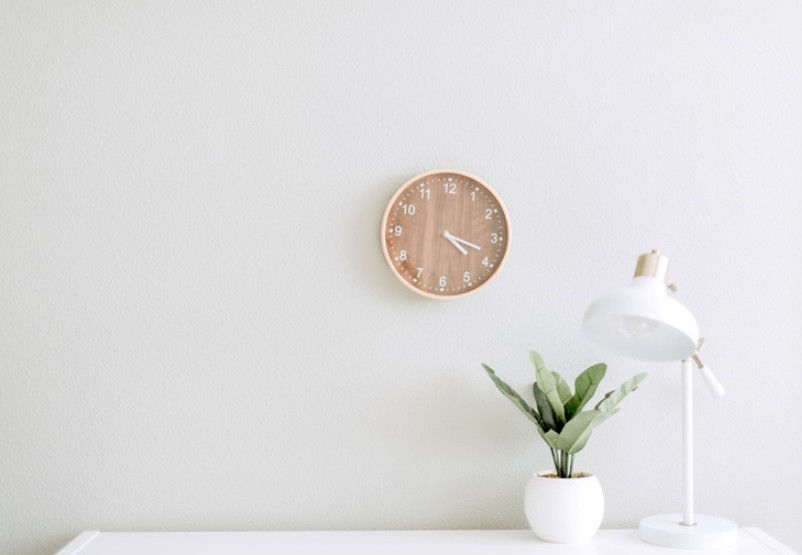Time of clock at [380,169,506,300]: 4:18
